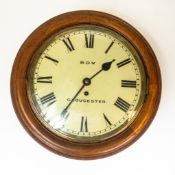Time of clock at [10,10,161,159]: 1:35
